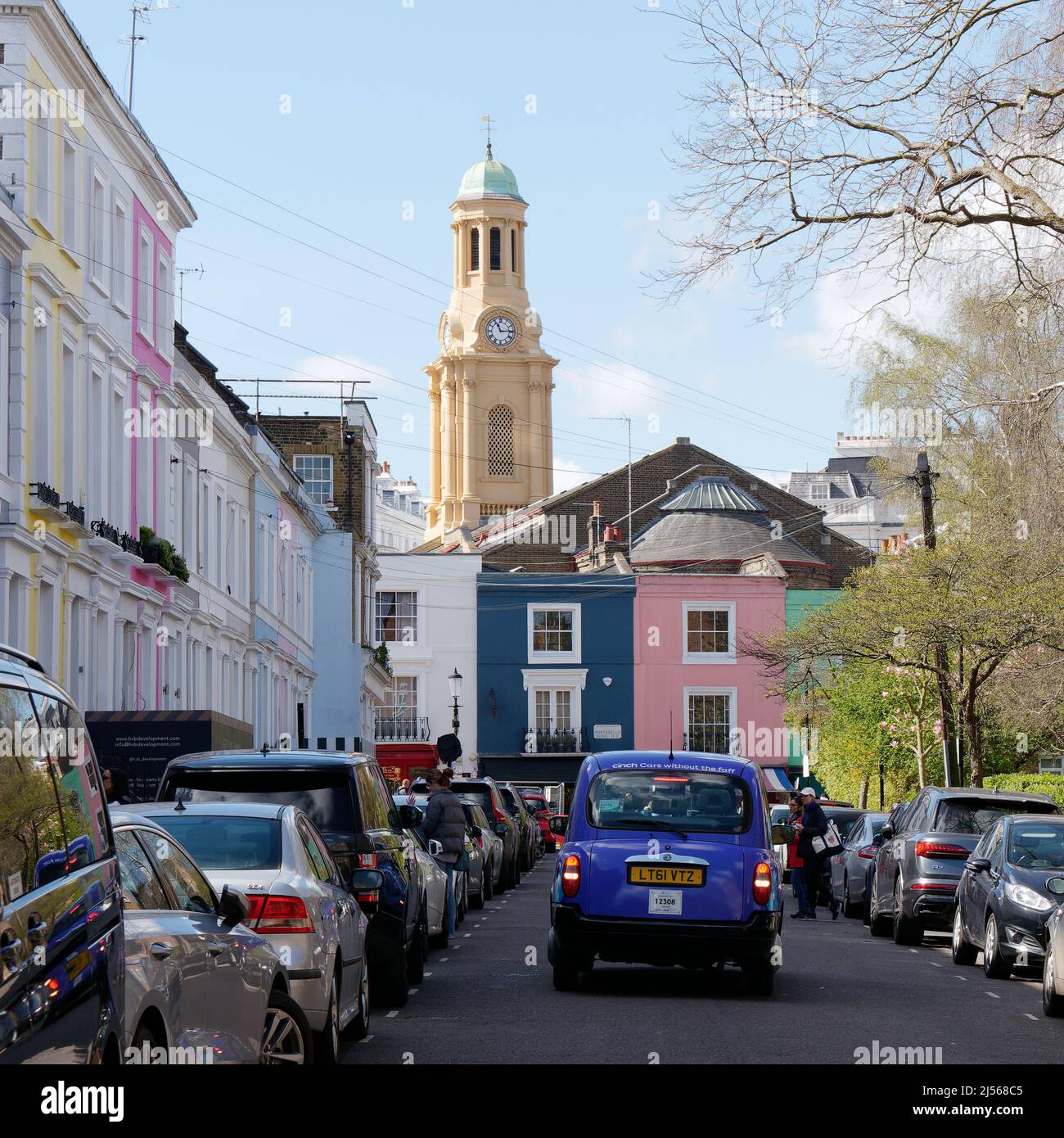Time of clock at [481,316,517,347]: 11:14
